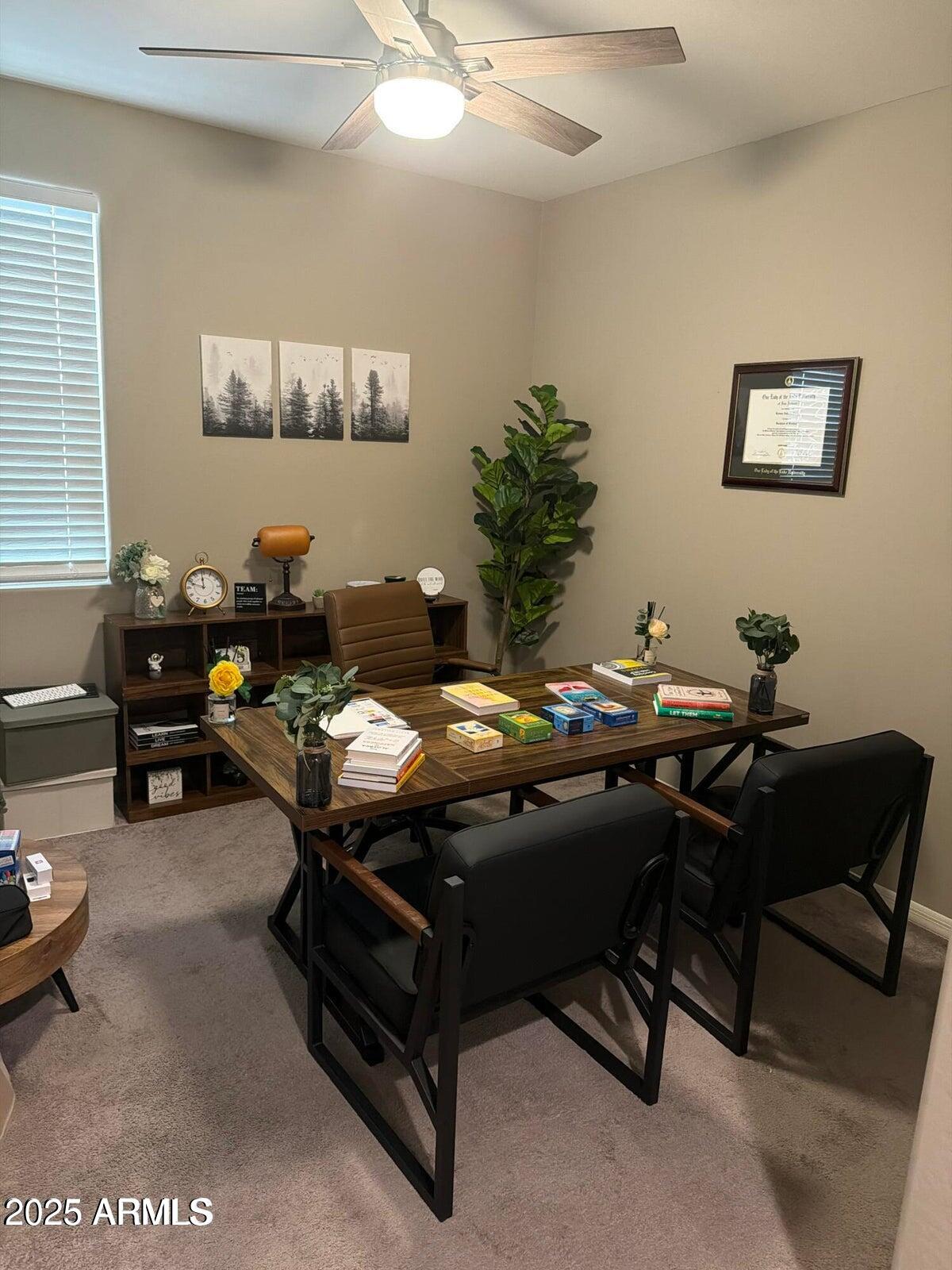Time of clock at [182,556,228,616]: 11:48
